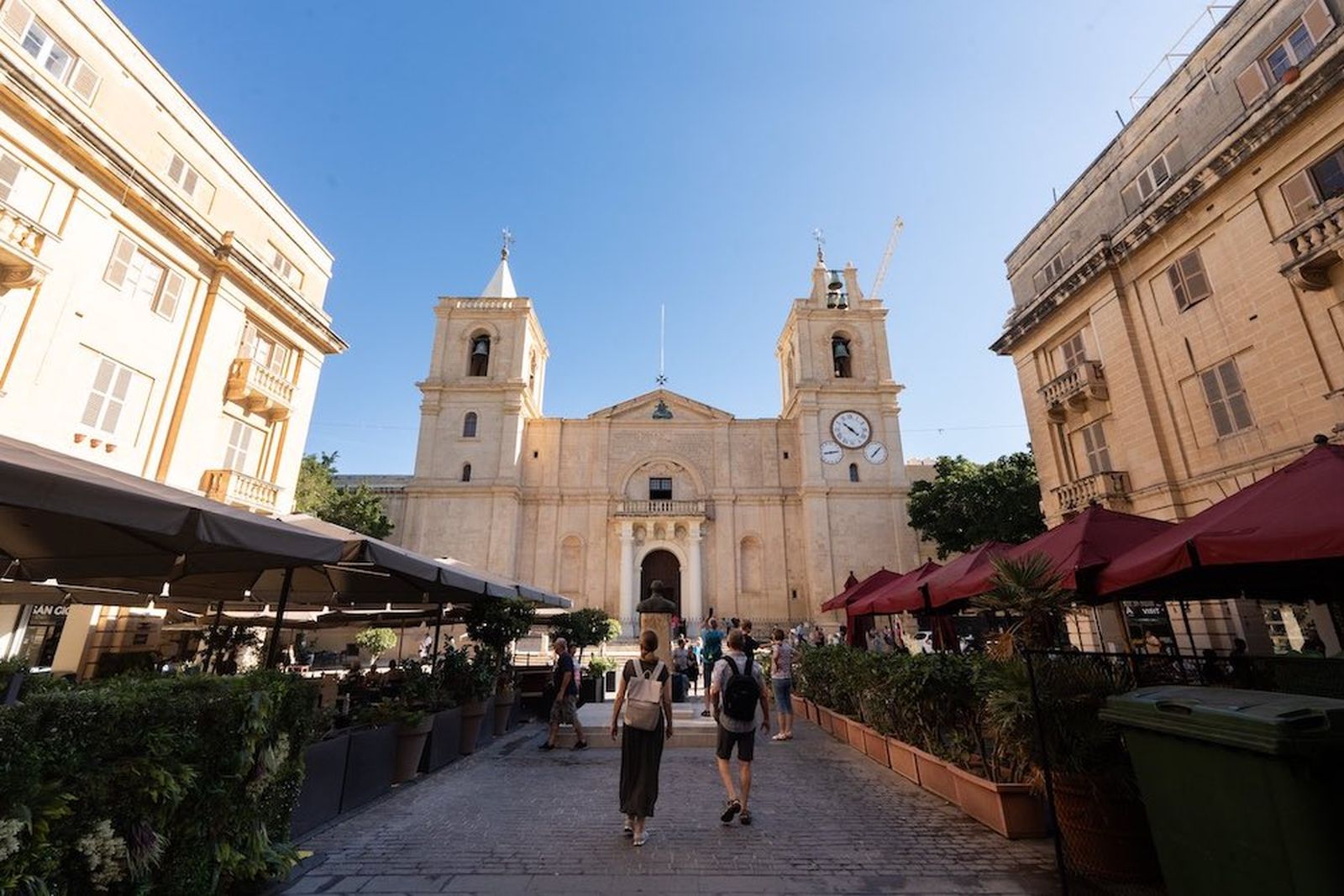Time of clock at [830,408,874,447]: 10:21
